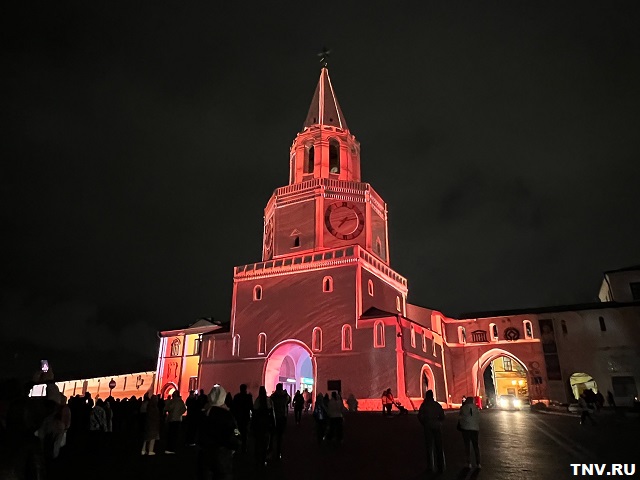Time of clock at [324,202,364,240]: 7:12
